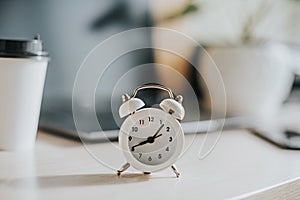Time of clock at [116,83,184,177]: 8:07
